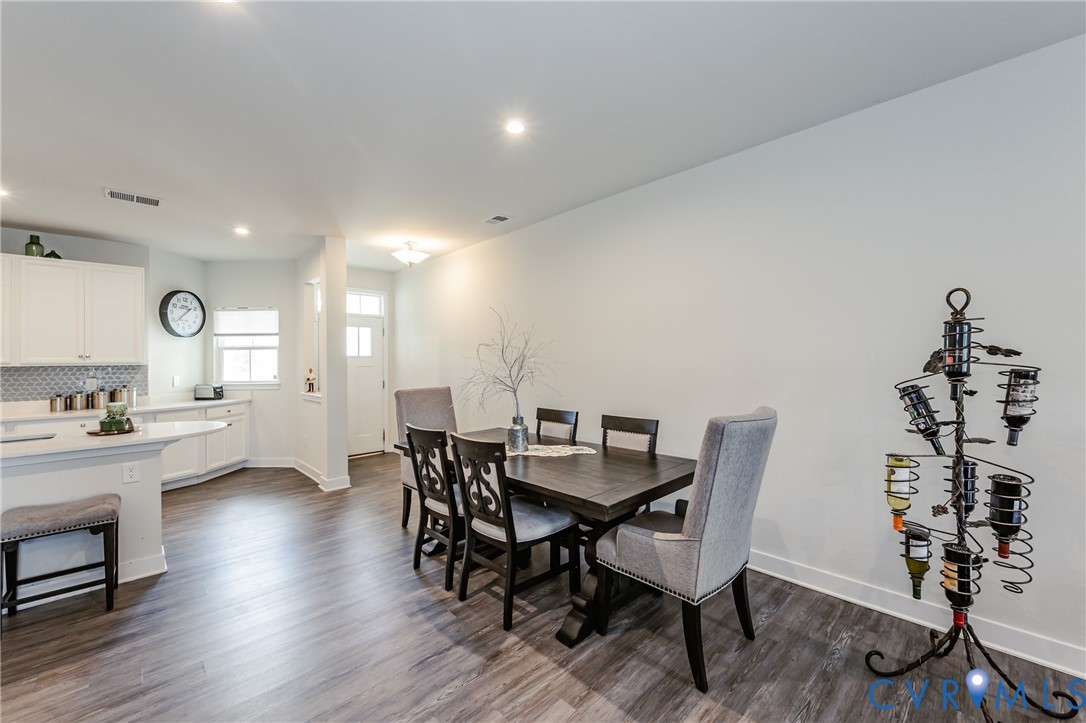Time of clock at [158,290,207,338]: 1:37
